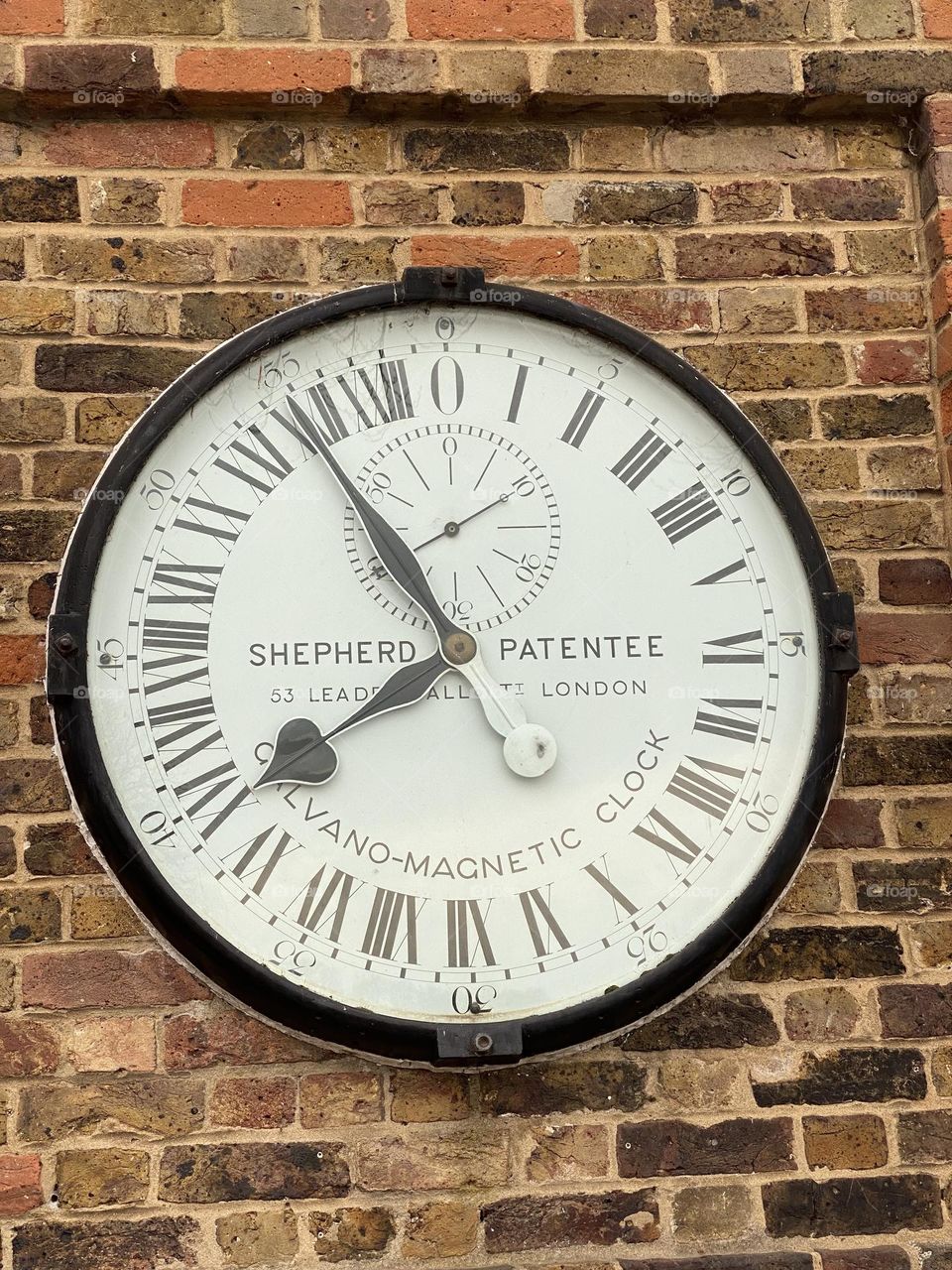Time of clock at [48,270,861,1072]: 7:54
